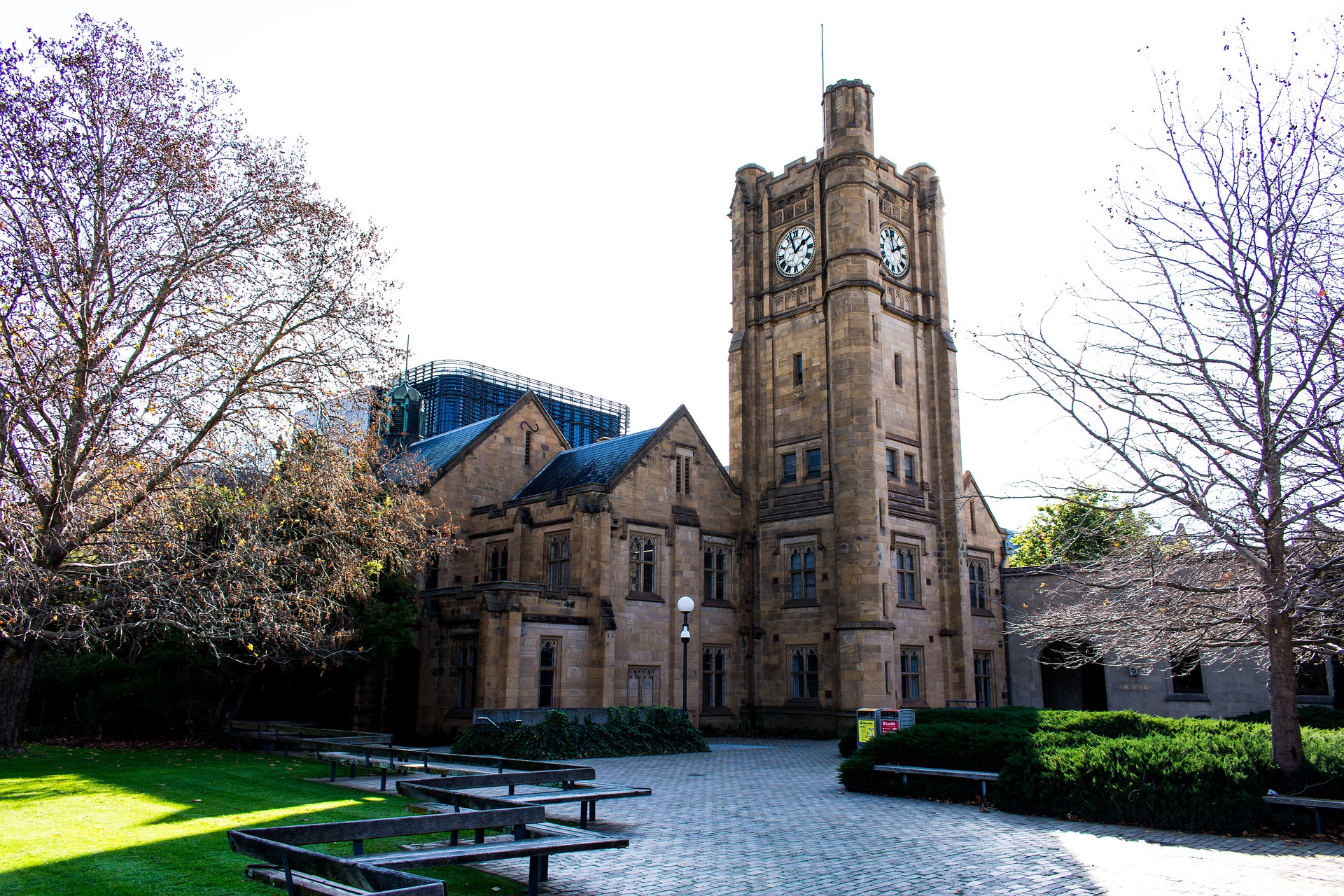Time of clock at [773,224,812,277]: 1:56
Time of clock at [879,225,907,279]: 1:58
